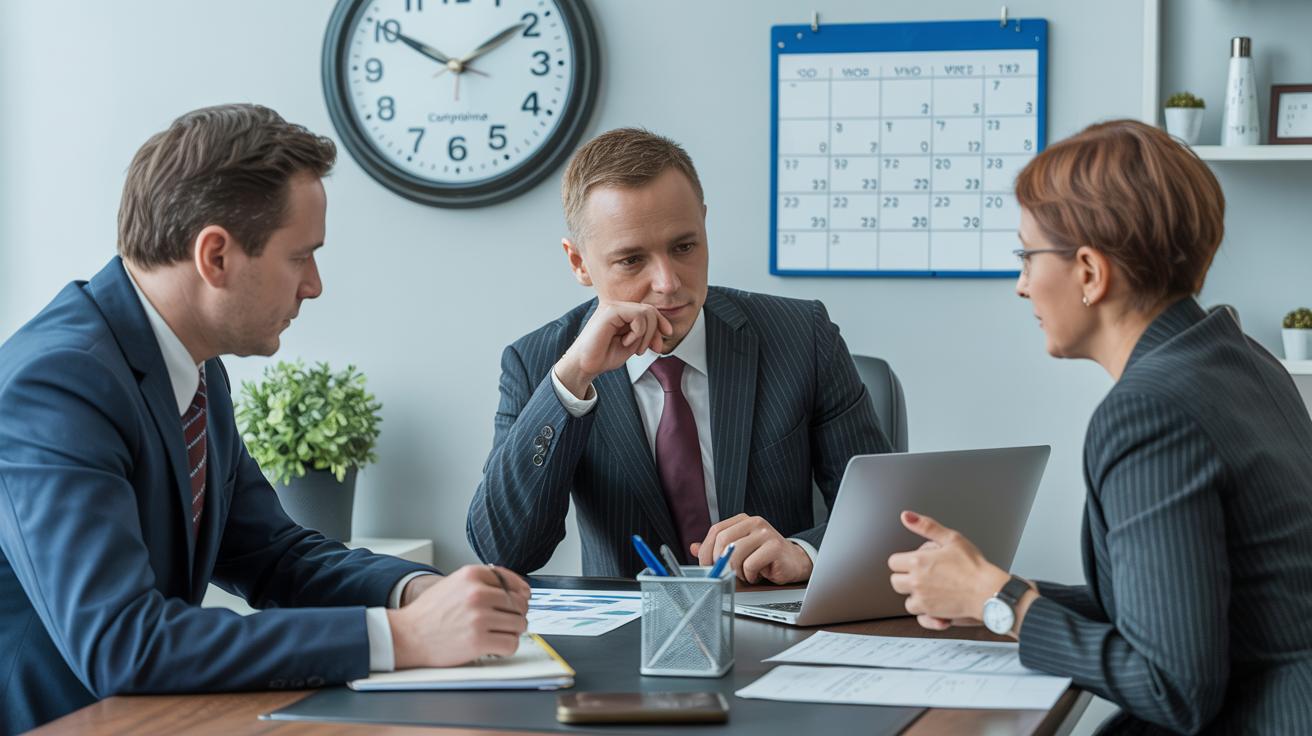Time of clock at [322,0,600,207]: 1:50
